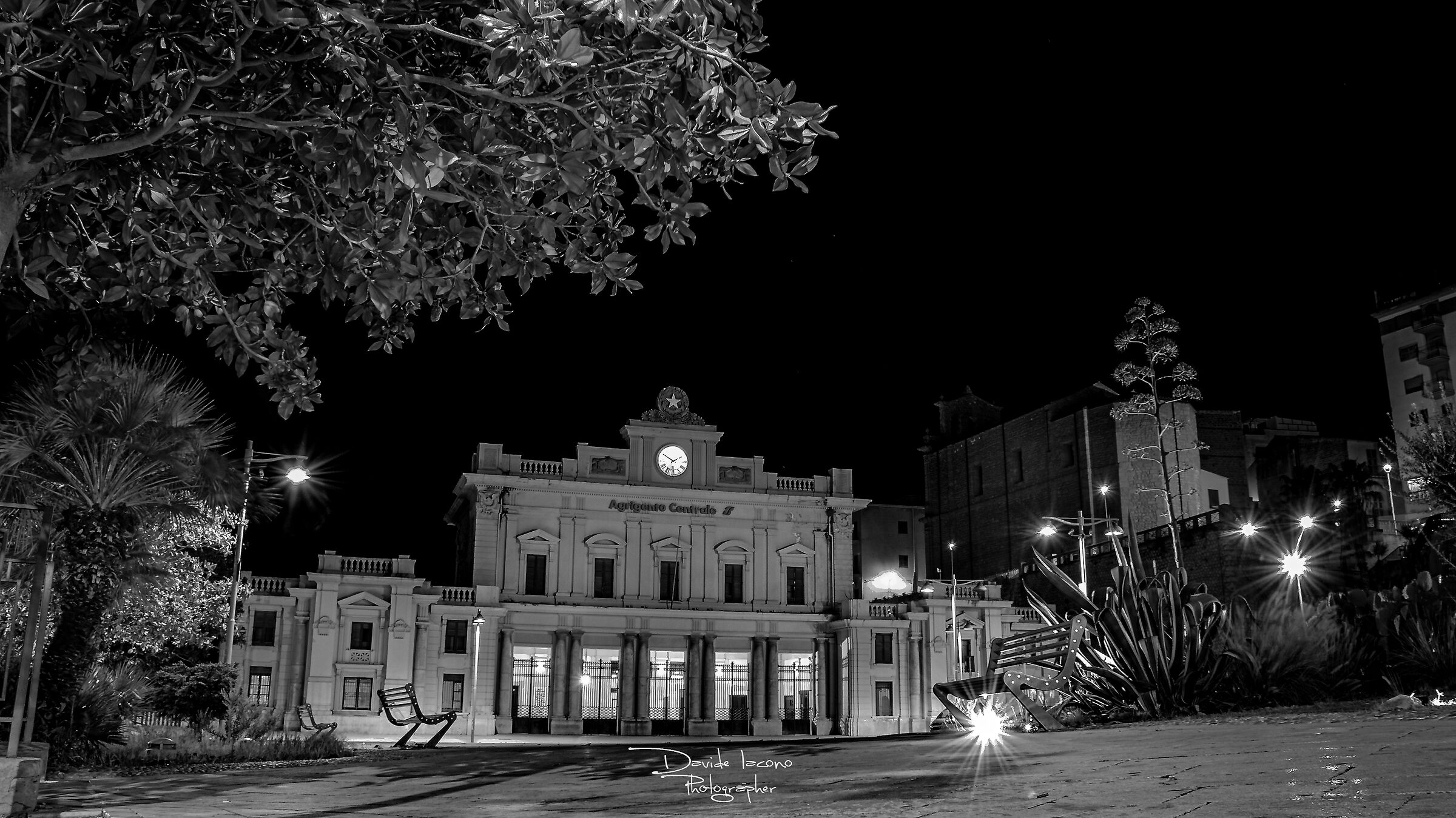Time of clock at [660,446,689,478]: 1:50
